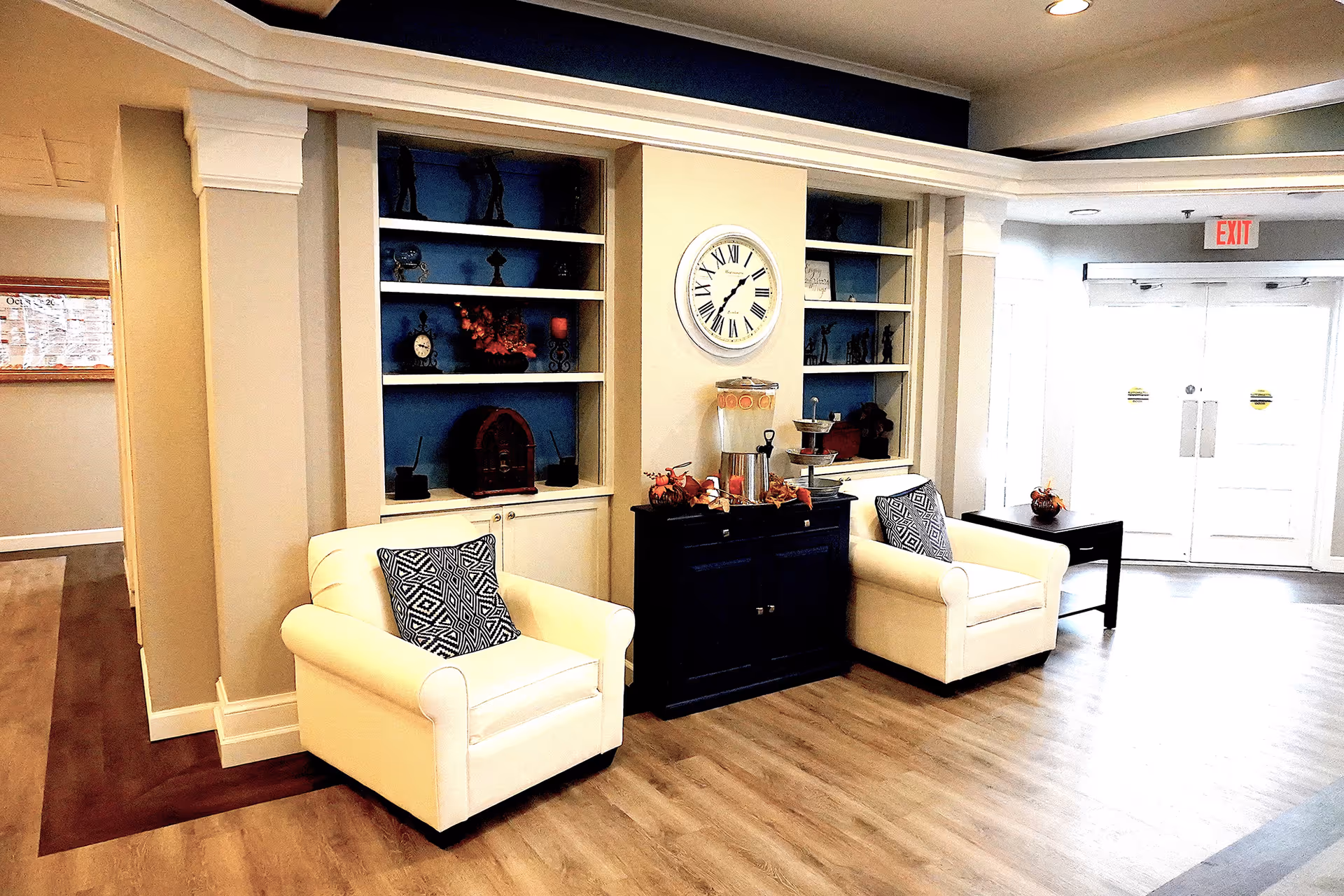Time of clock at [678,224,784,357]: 1:36
